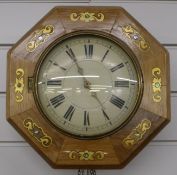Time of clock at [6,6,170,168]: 2:55
